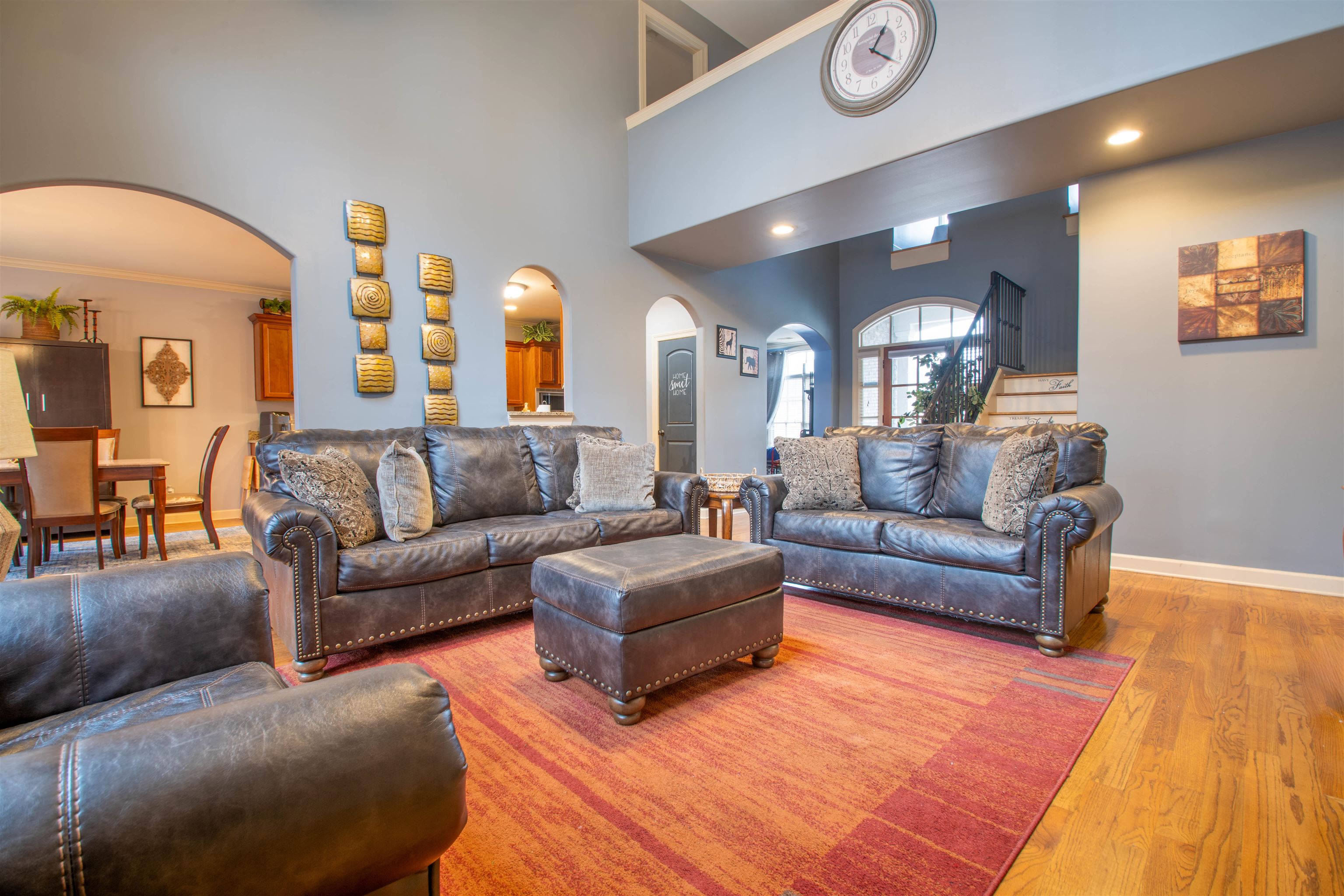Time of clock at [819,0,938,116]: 1:21
